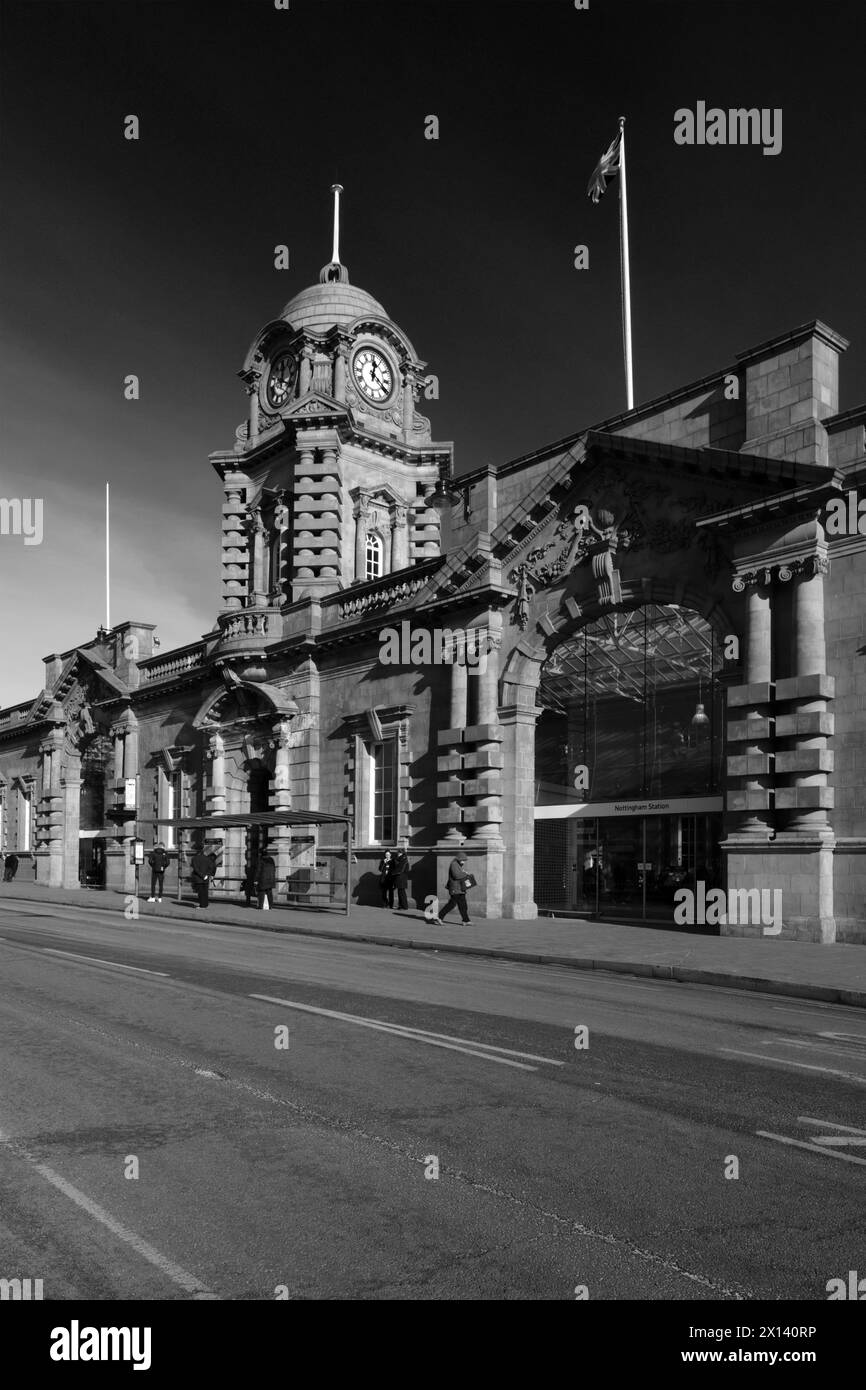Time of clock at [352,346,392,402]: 12:20
